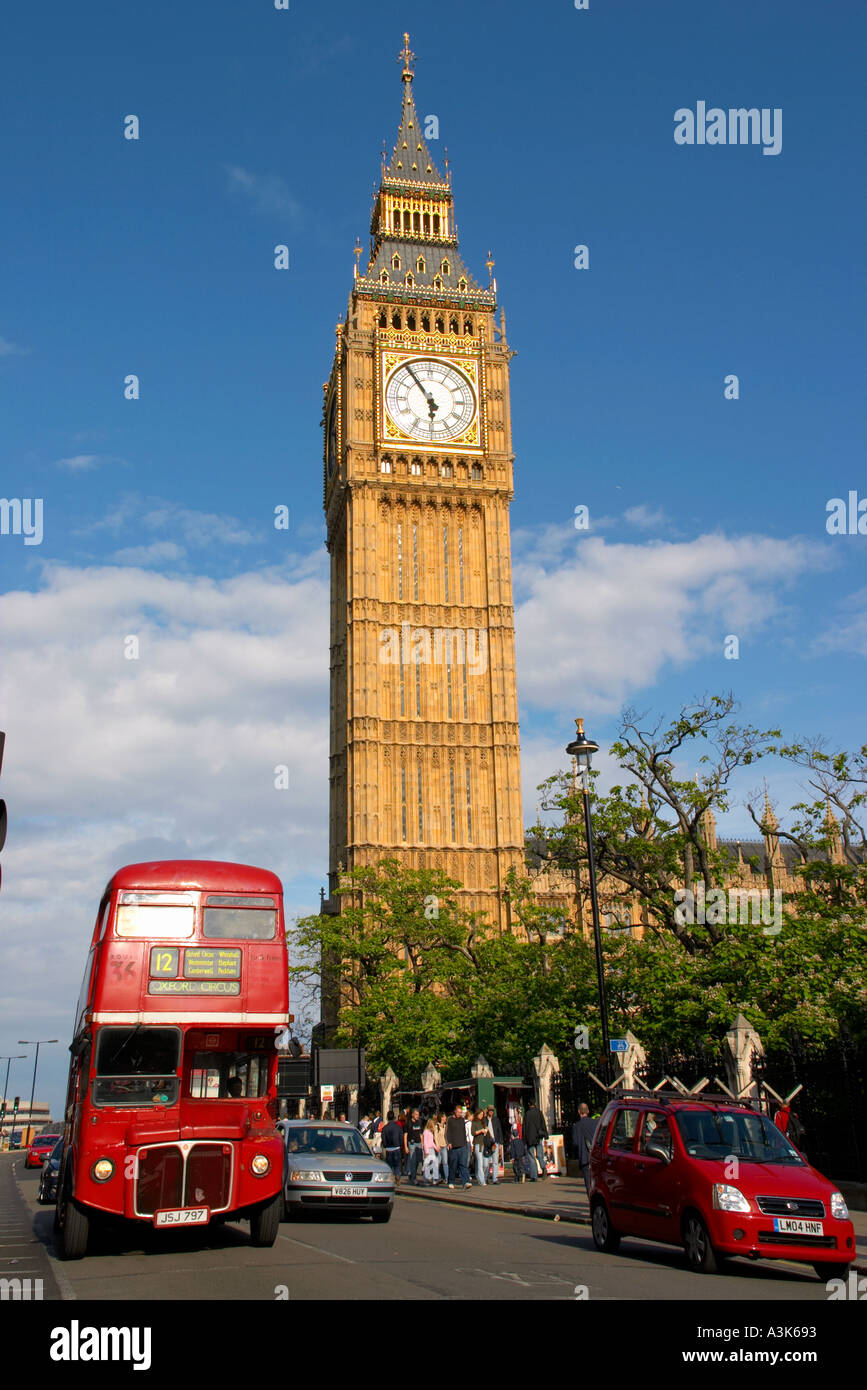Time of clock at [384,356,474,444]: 5:54
